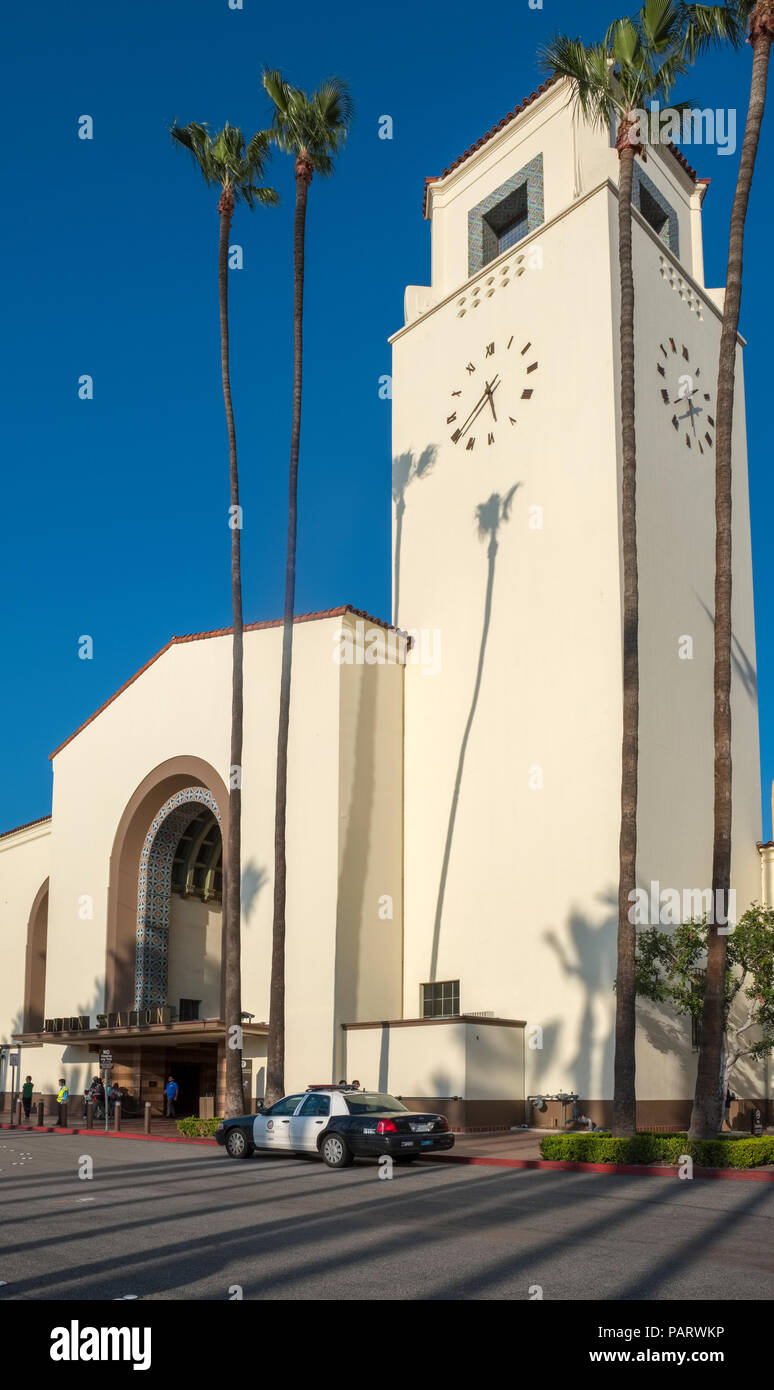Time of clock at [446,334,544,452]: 5:38
